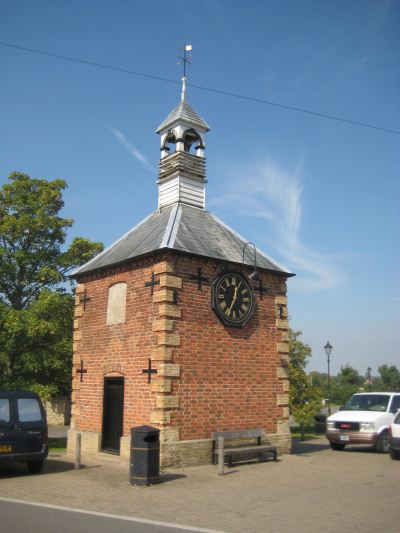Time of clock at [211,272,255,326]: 12:34
